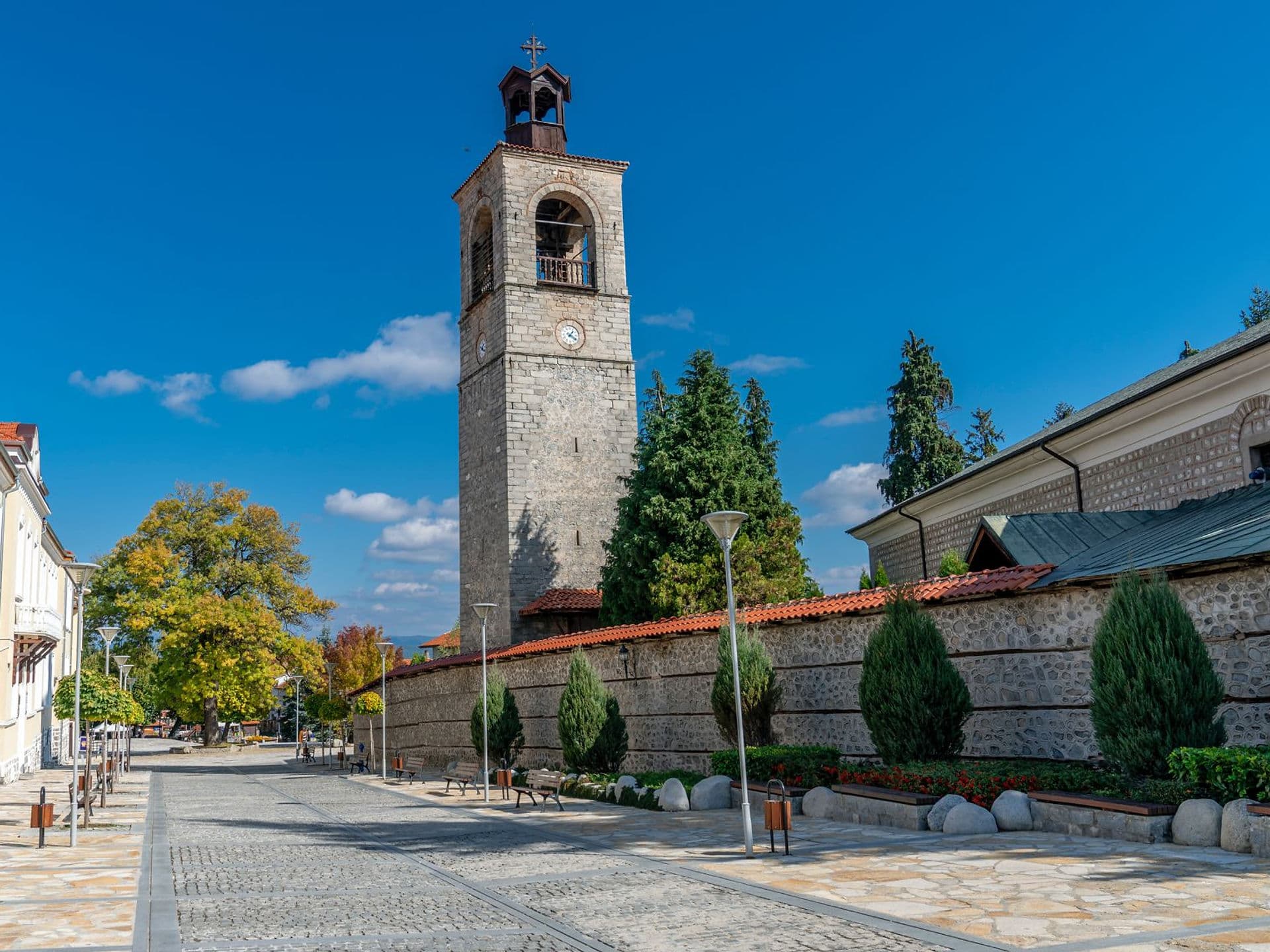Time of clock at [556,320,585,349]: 1:20
